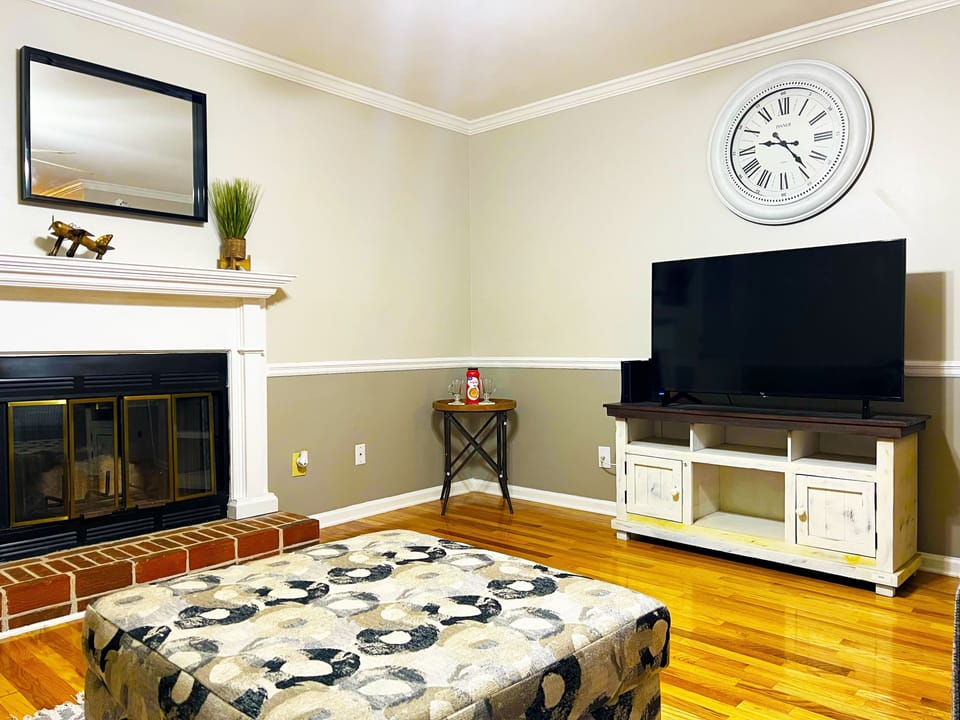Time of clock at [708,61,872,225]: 9:23
